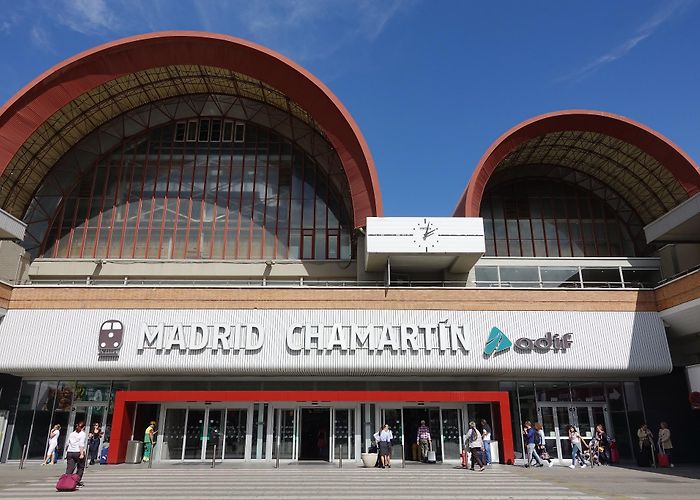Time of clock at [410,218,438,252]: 2:02
